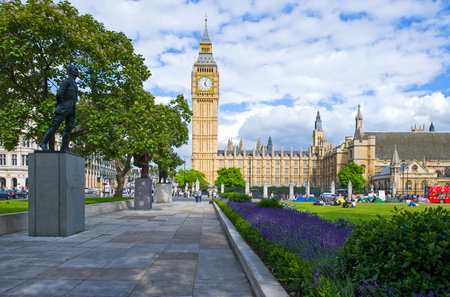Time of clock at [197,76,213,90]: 5:03
